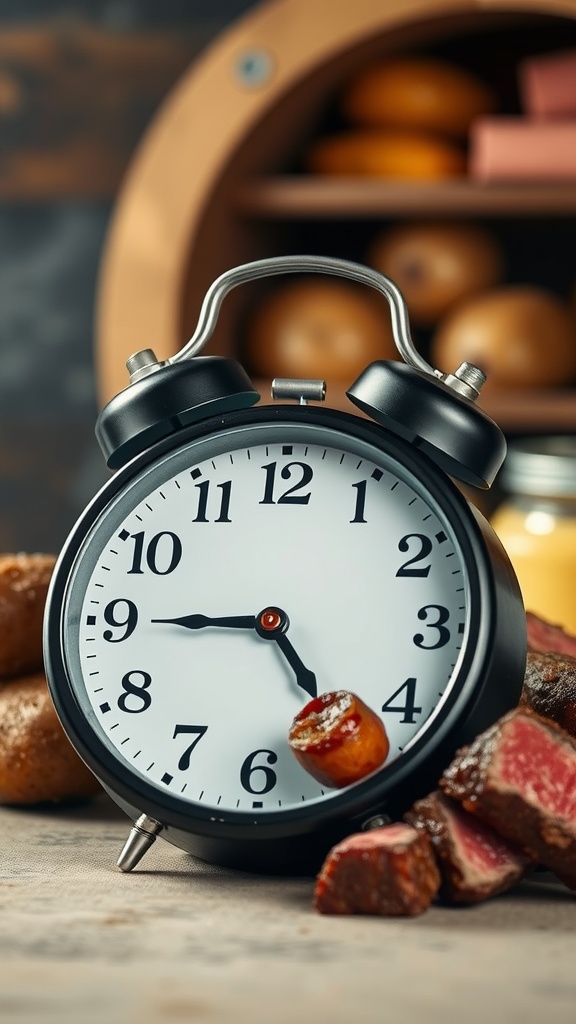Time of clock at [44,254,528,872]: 4:45
